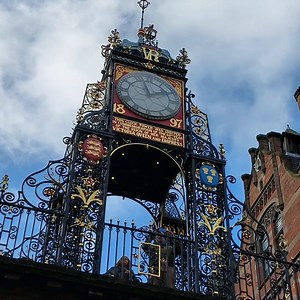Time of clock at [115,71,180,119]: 1:57
